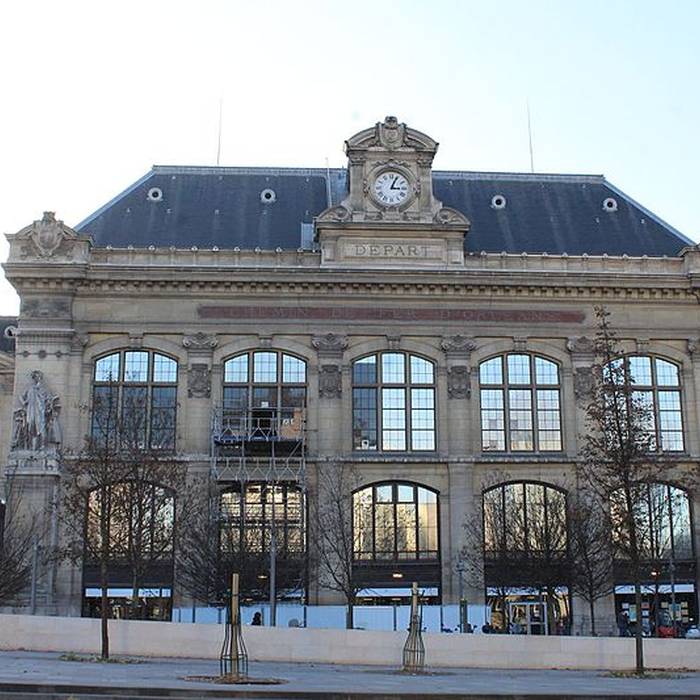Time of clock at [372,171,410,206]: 3:04
